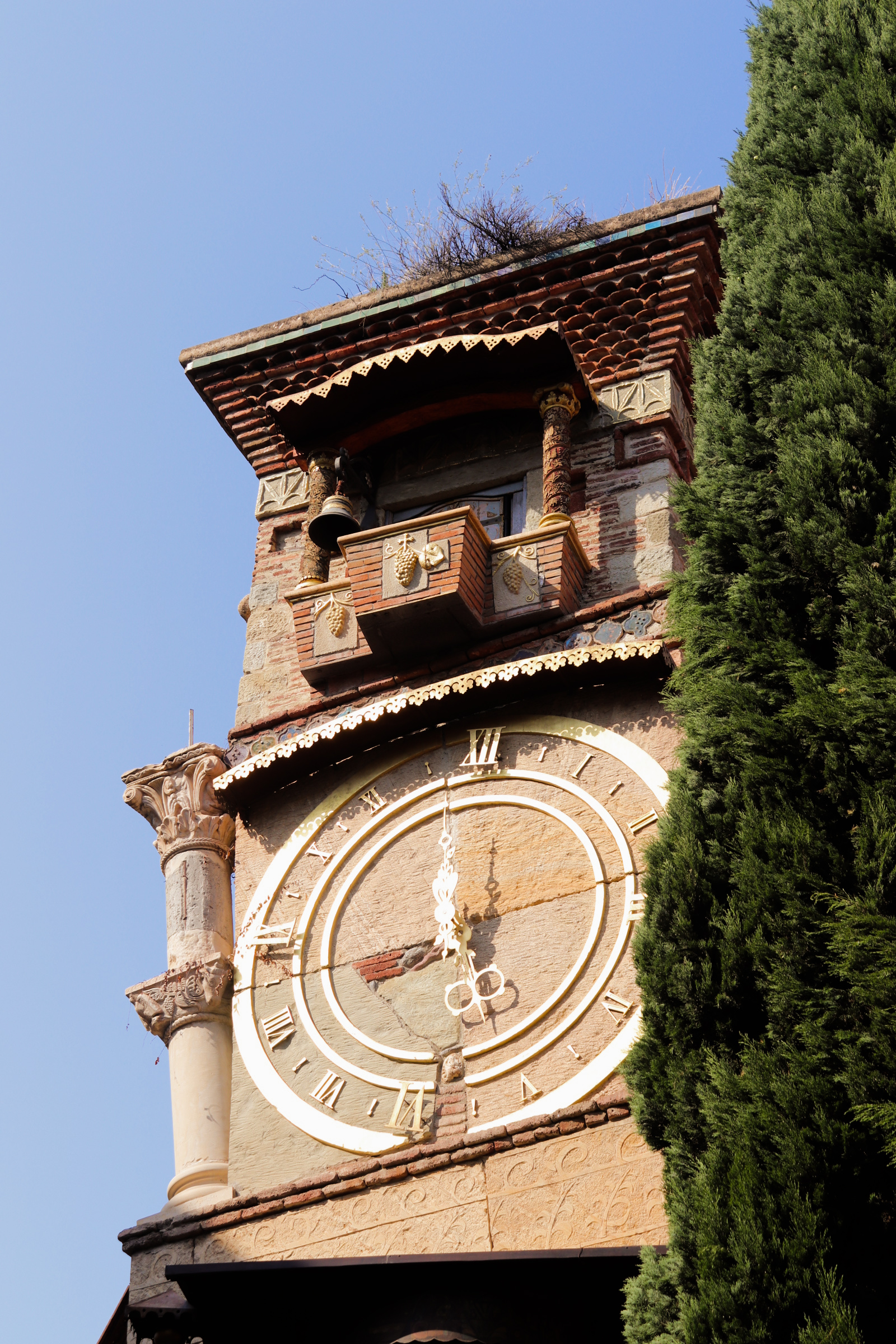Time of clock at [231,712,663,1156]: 8:27
